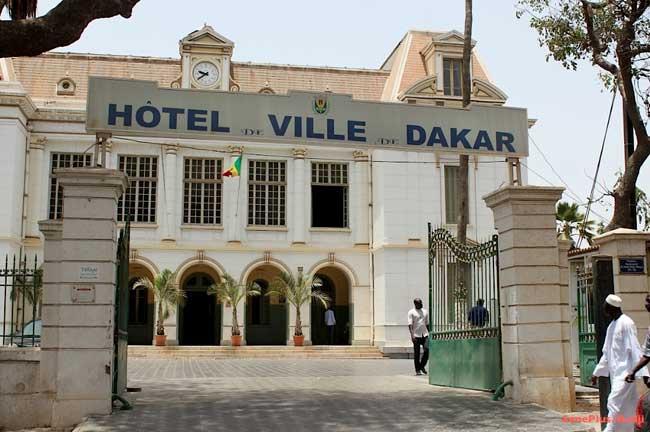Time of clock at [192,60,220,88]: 9:39
